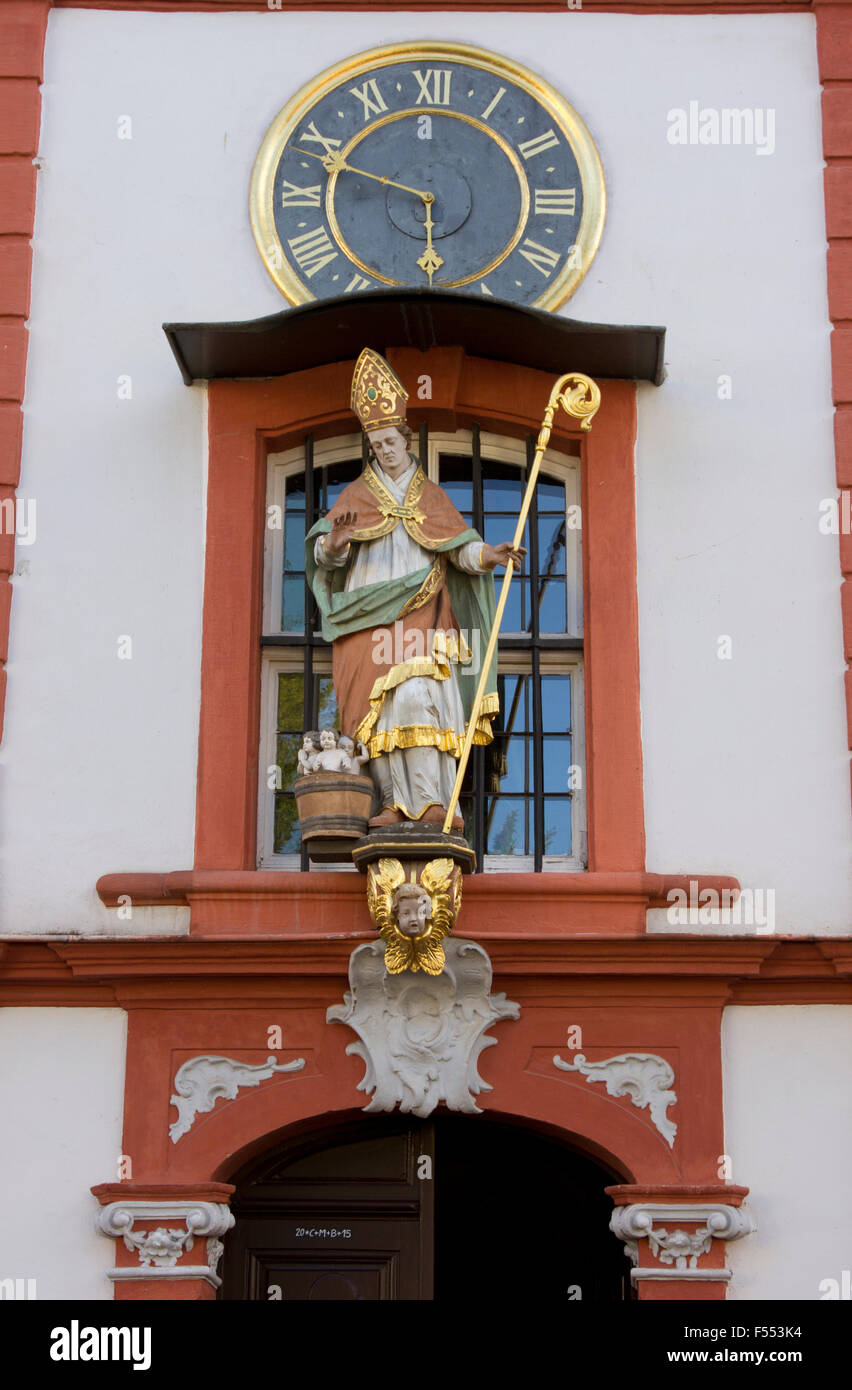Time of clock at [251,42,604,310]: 5:48
